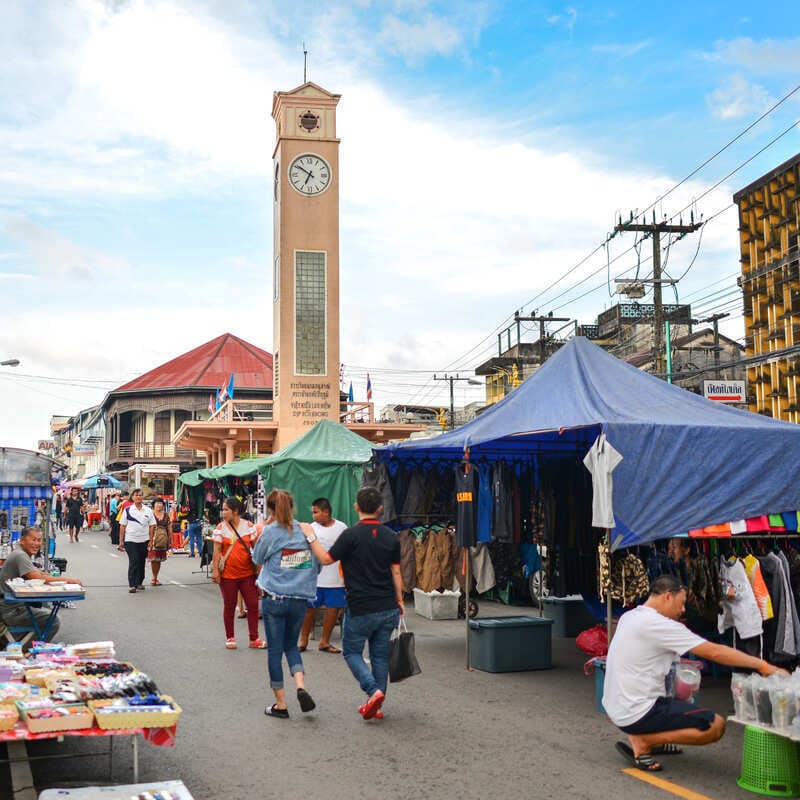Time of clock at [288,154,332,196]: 6:51
